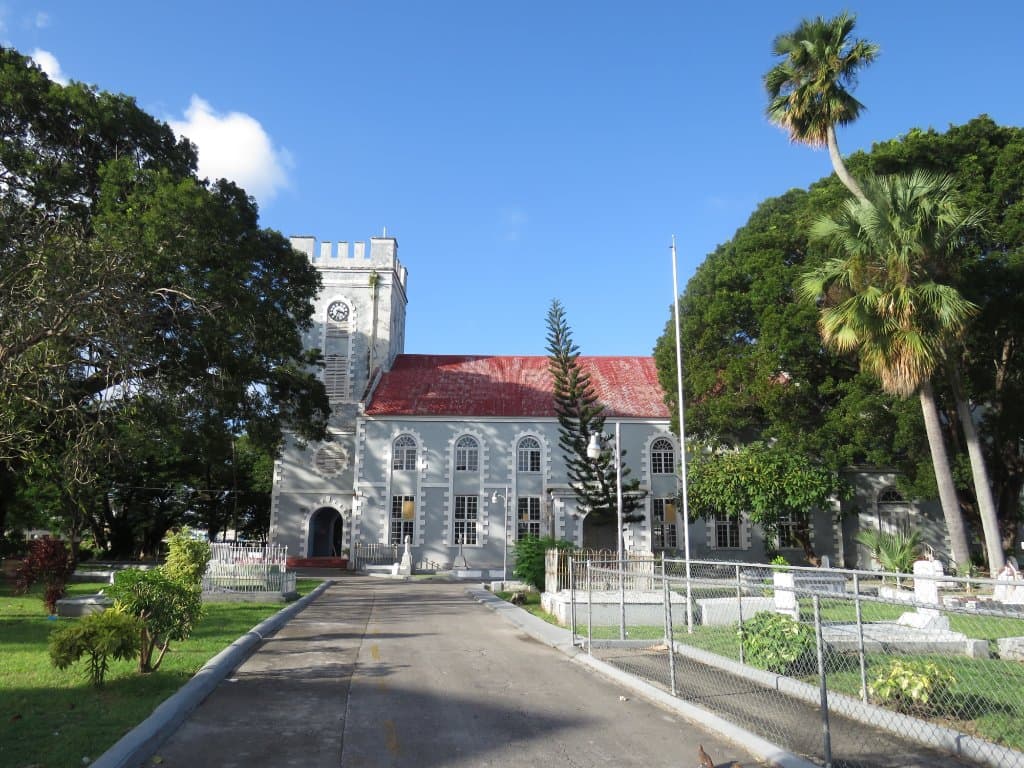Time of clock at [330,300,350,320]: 3:34
